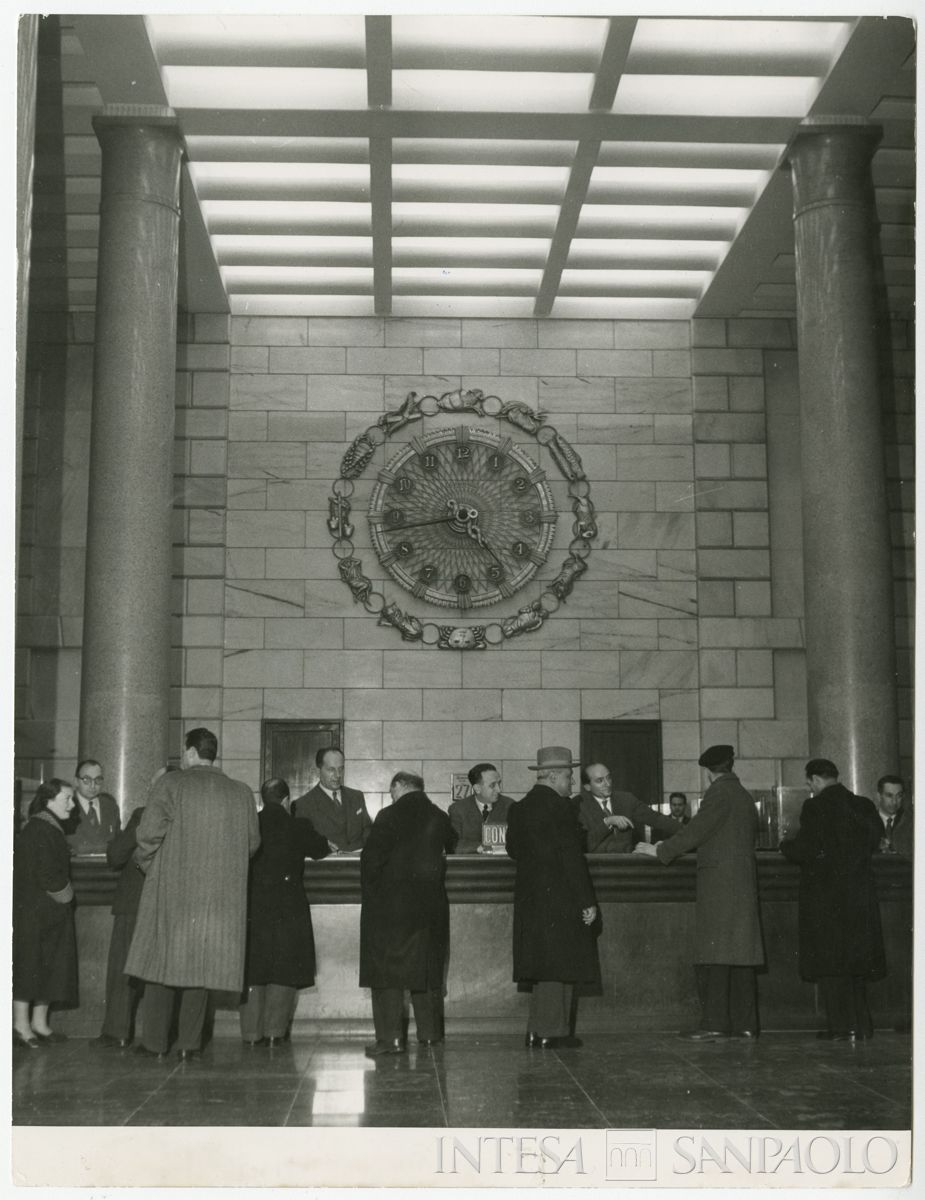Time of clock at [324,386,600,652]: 4:43
